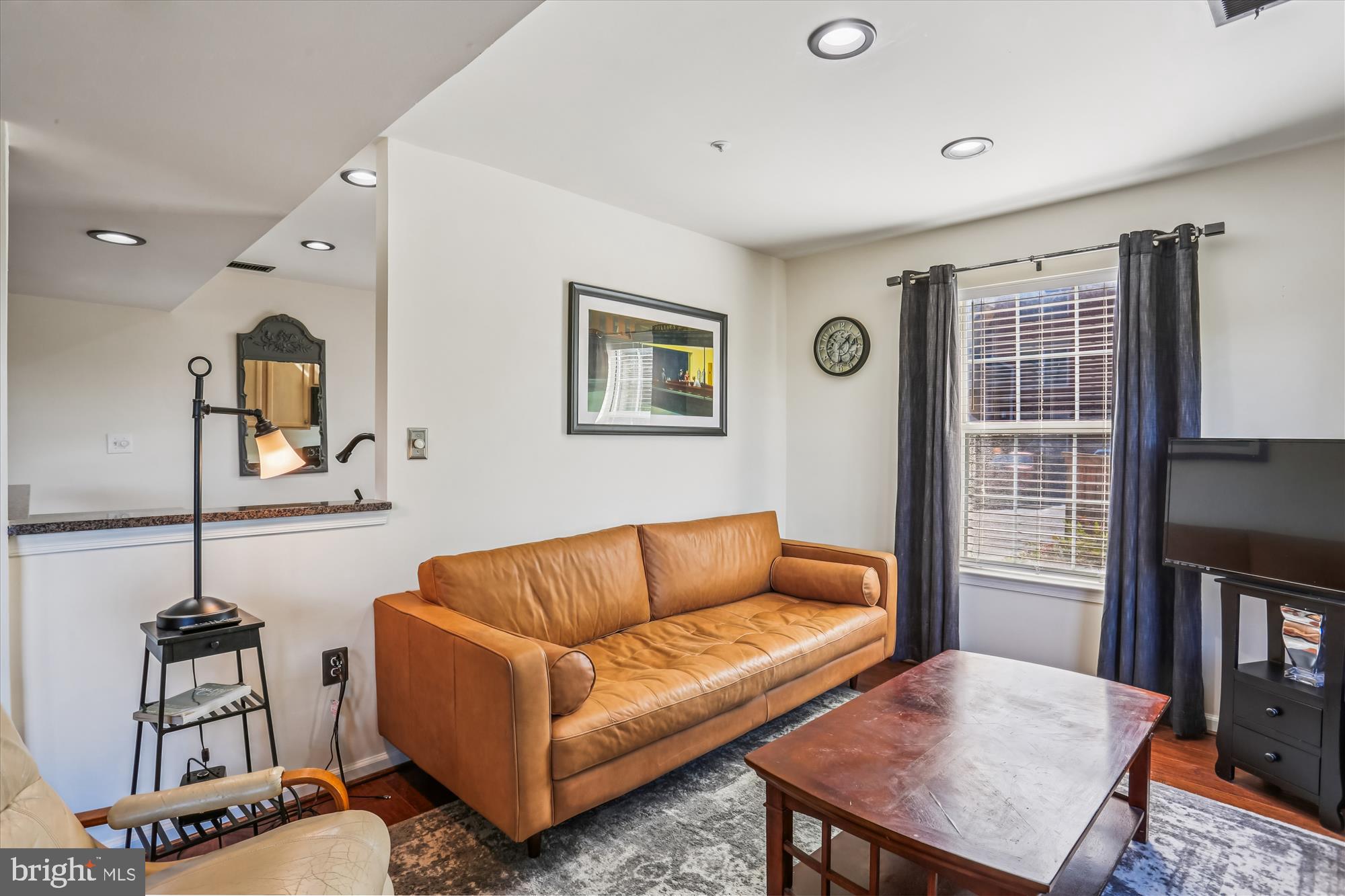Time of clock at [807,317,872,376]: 1:31
